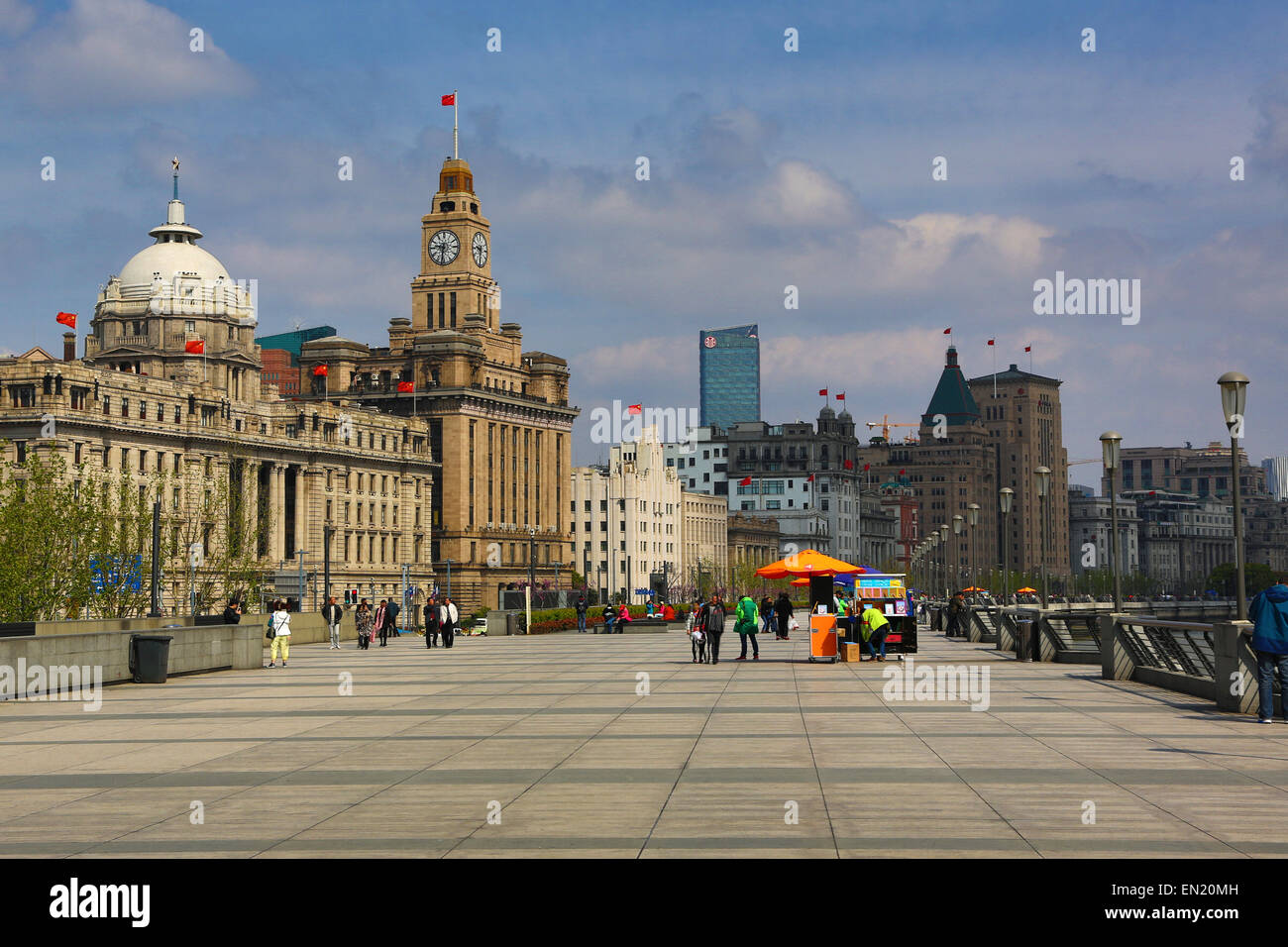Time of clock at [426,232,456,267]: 9:31
